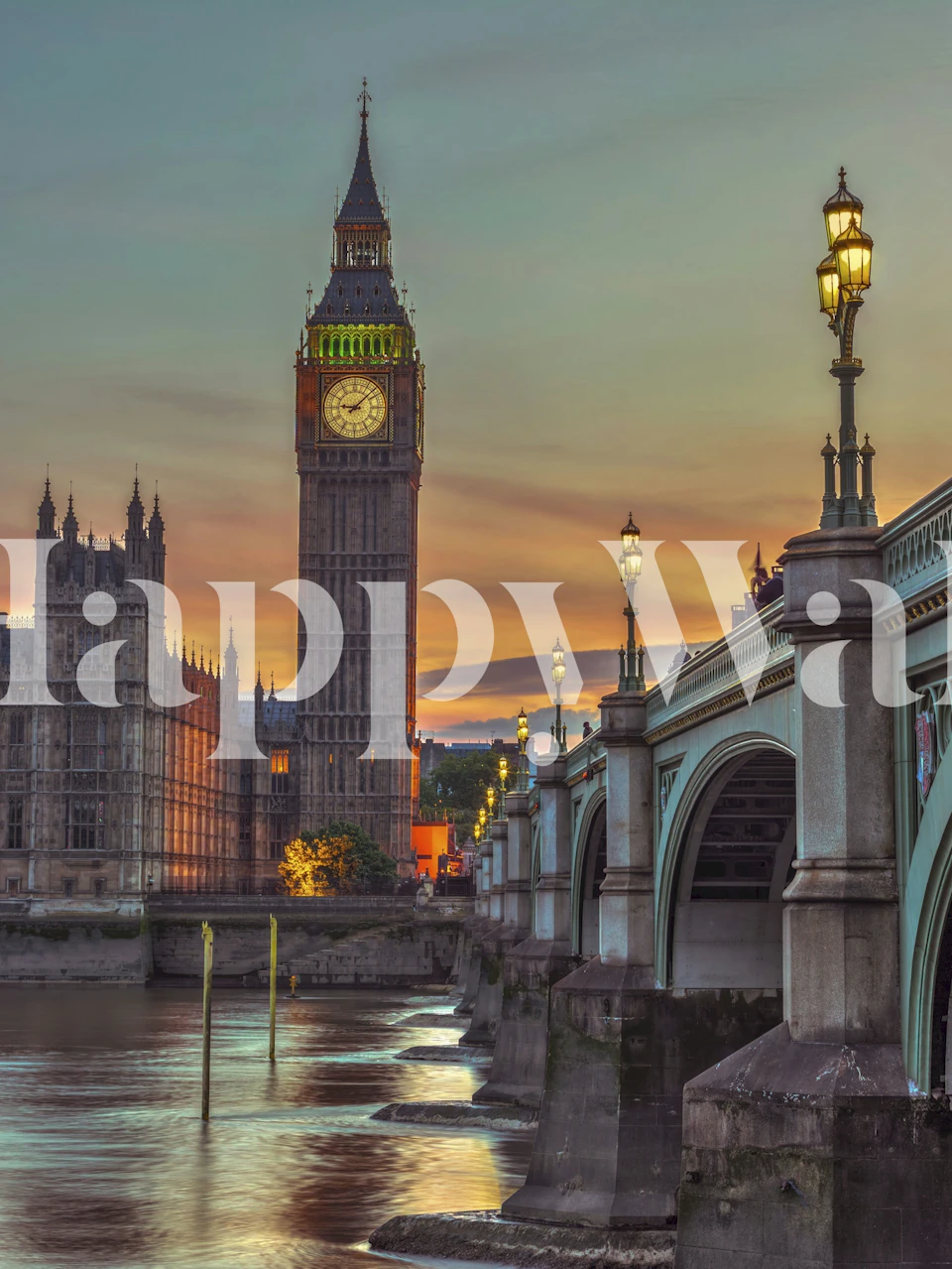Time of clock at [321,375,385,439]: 9:07
